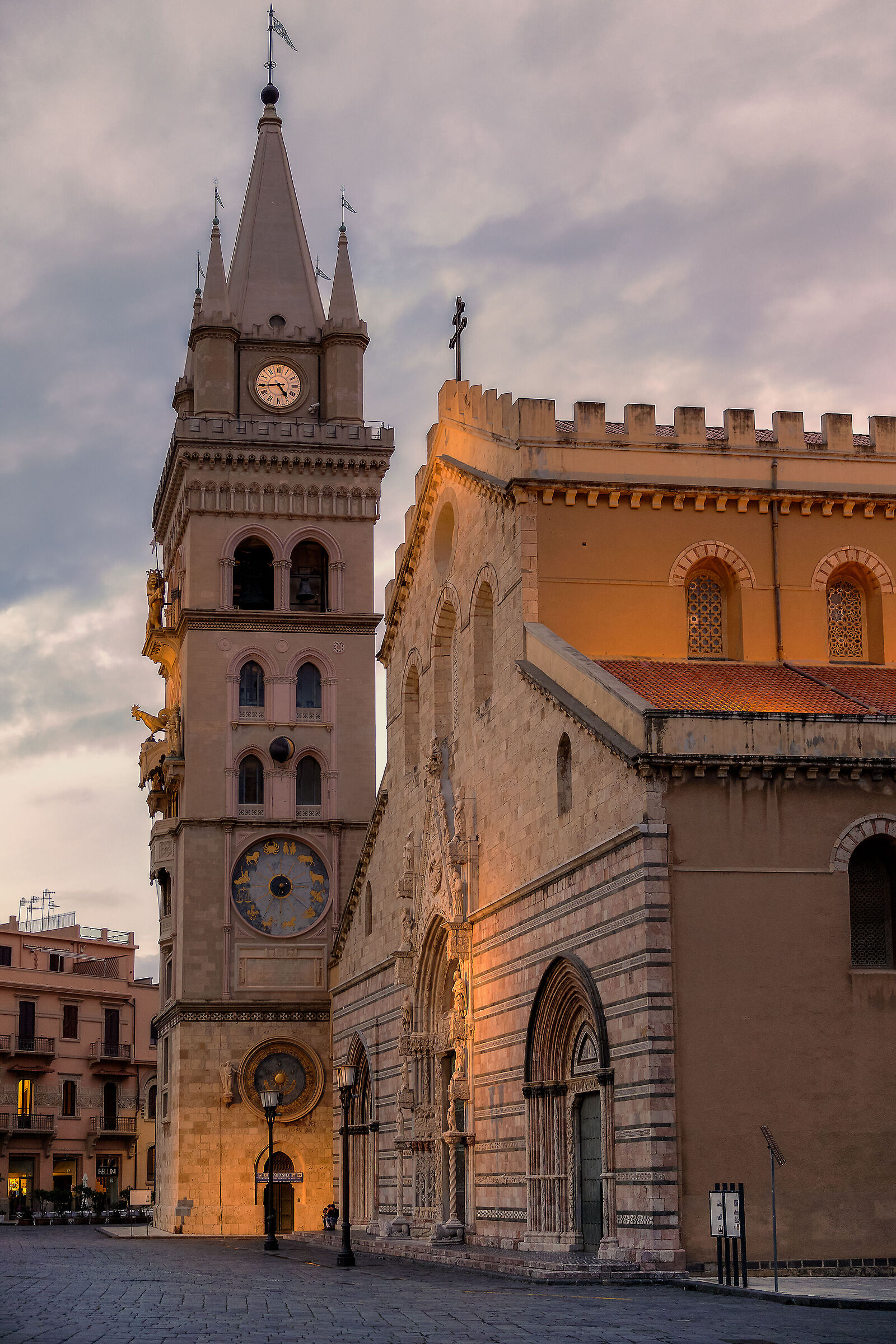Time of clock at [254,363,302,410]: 4:44
